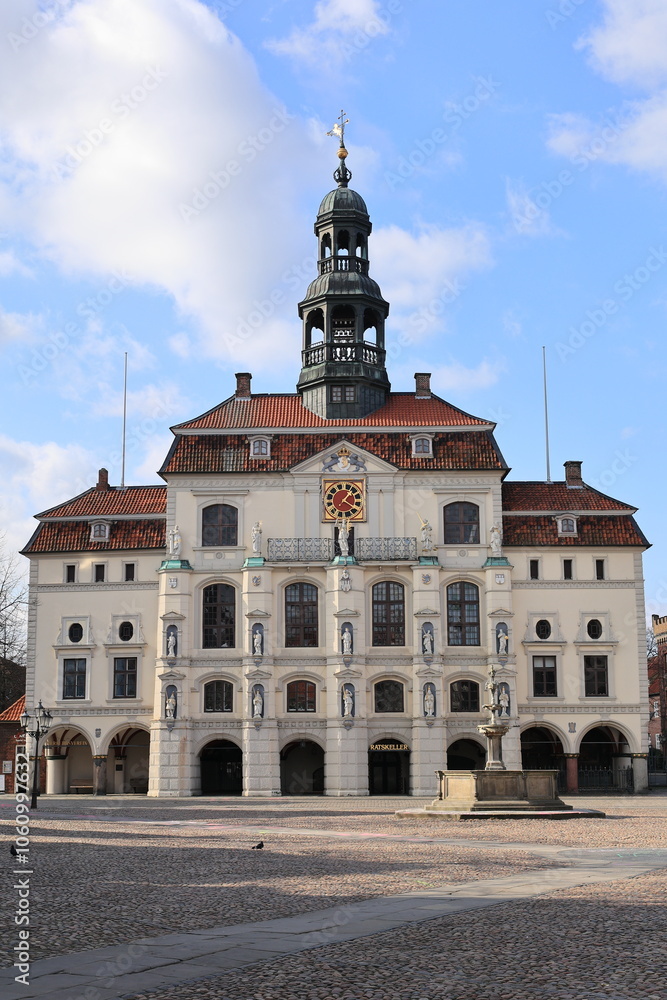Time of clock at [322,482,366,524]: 1:20
